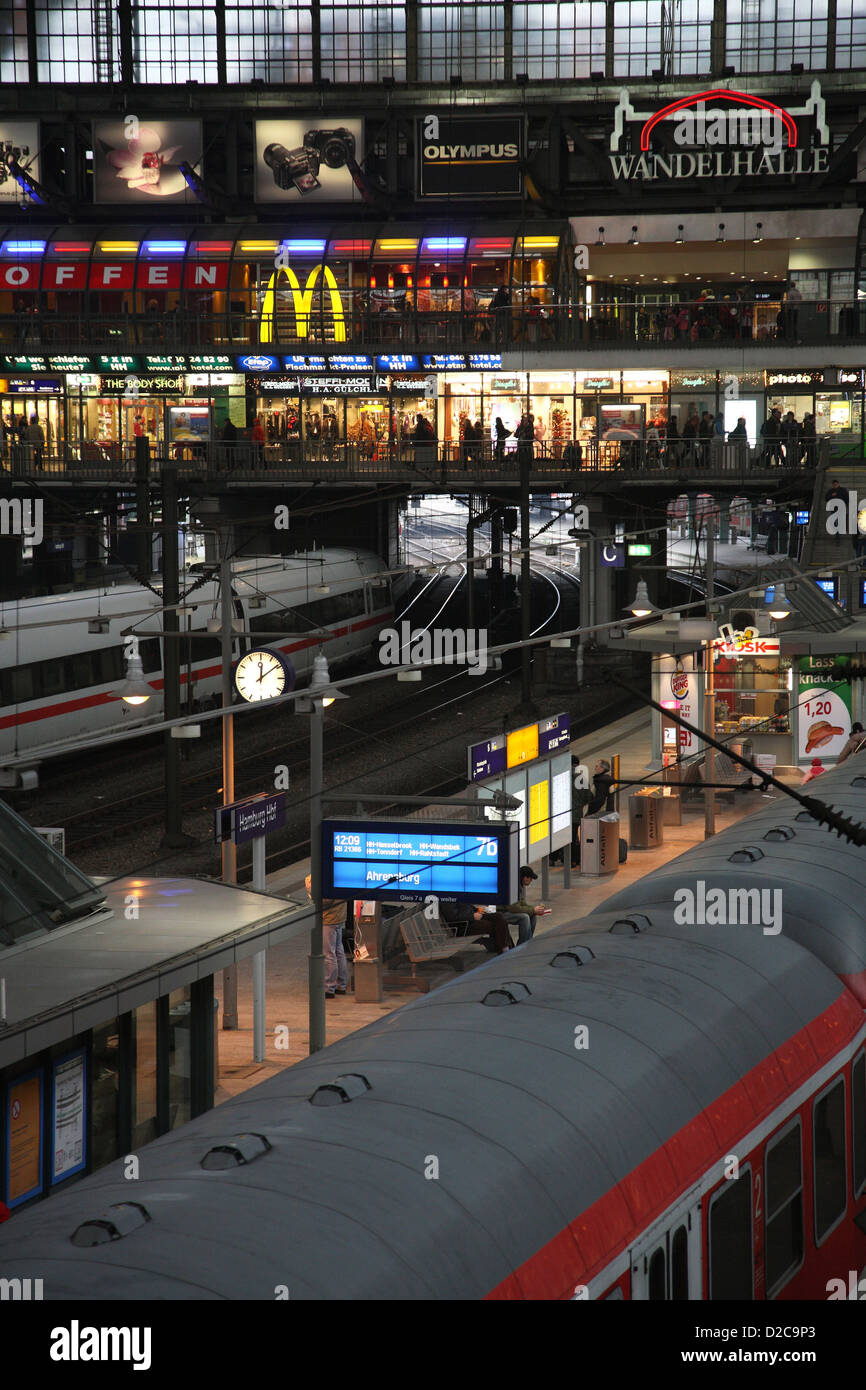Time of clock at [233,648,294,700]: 12:08
